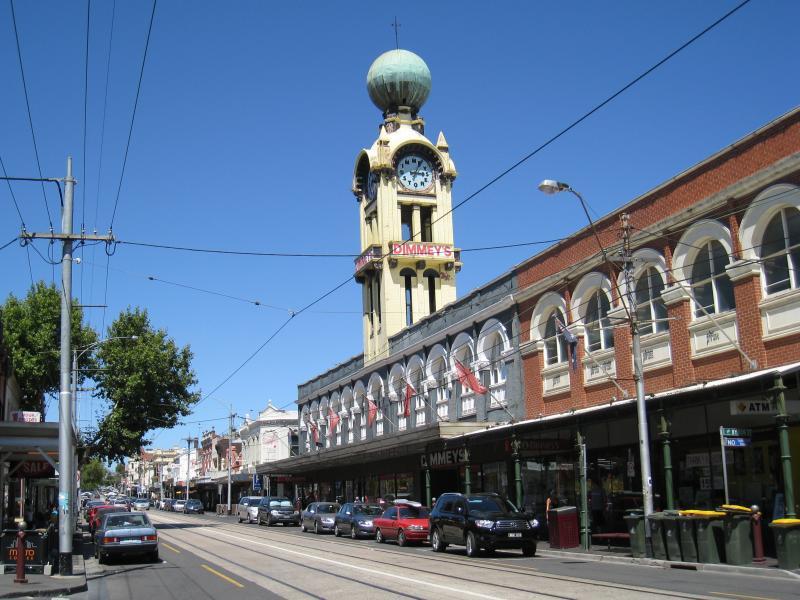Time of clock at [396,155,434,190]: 3:04
